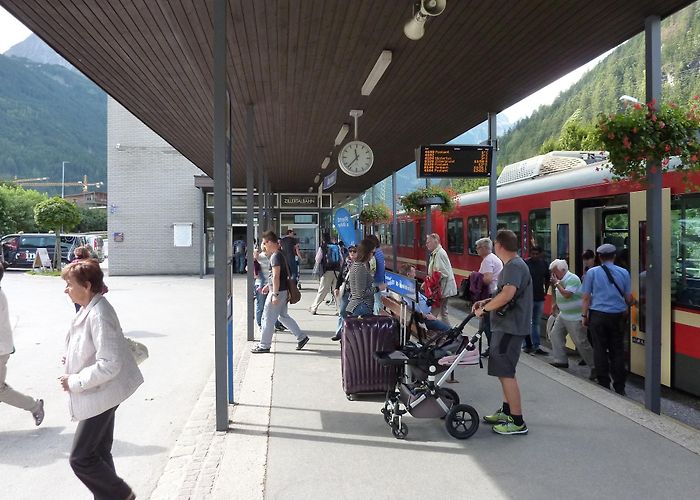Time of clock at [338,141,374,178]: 11:36
